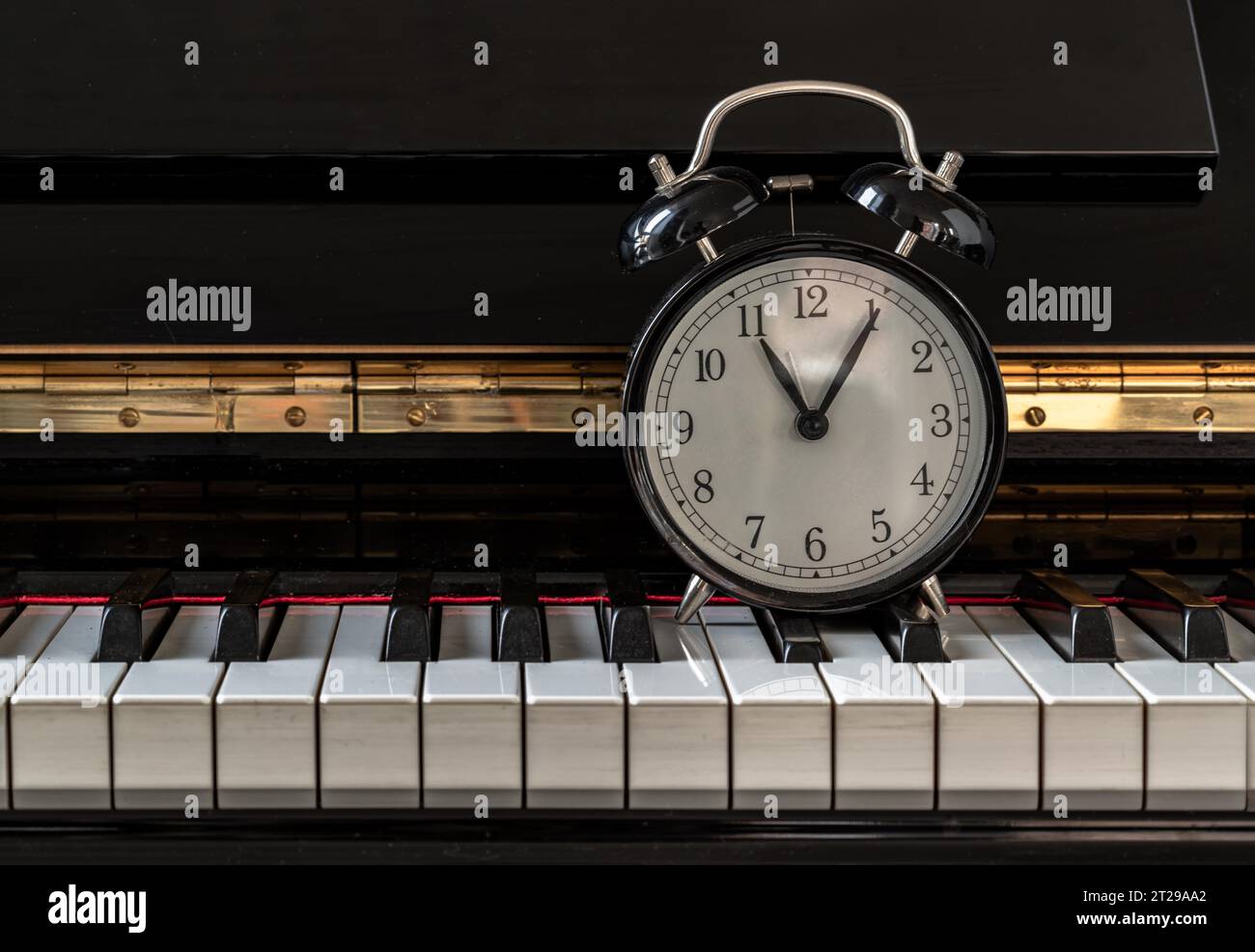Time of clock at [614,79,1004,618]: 11:05
